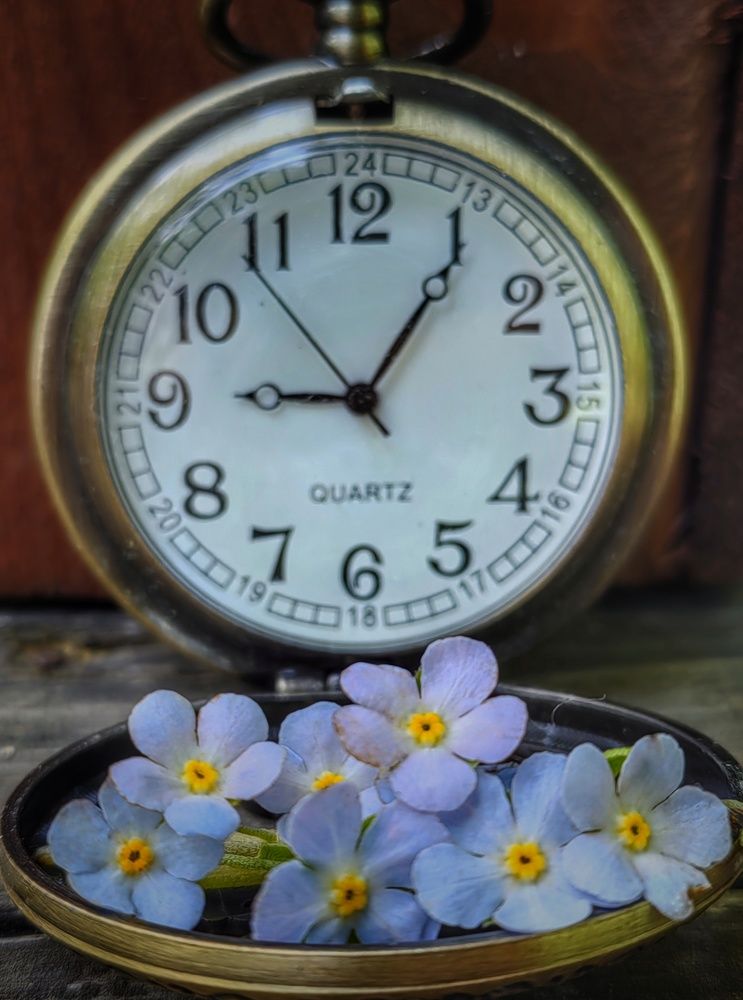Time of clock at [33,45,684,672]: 9:05
